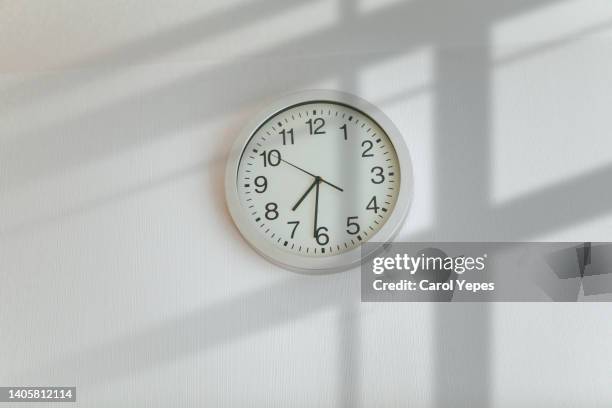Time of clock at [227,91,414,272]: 7:31
